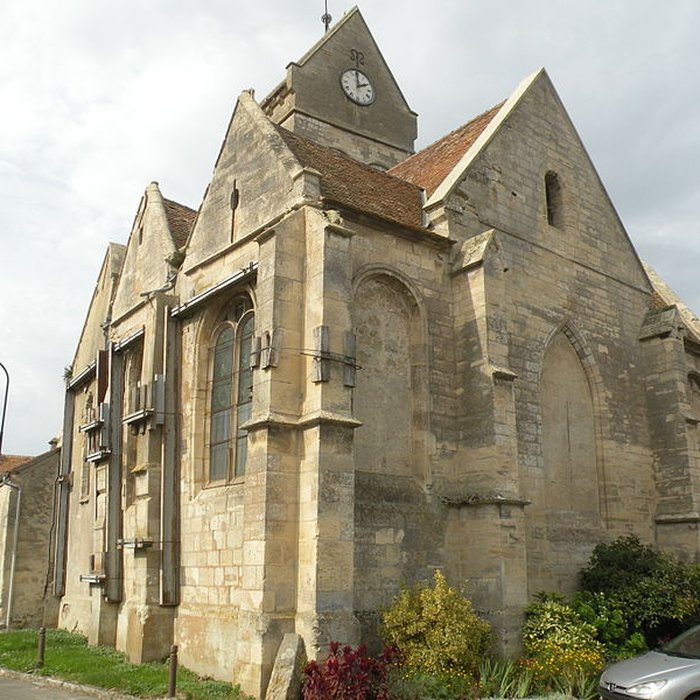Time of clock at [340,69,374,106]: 1:59
